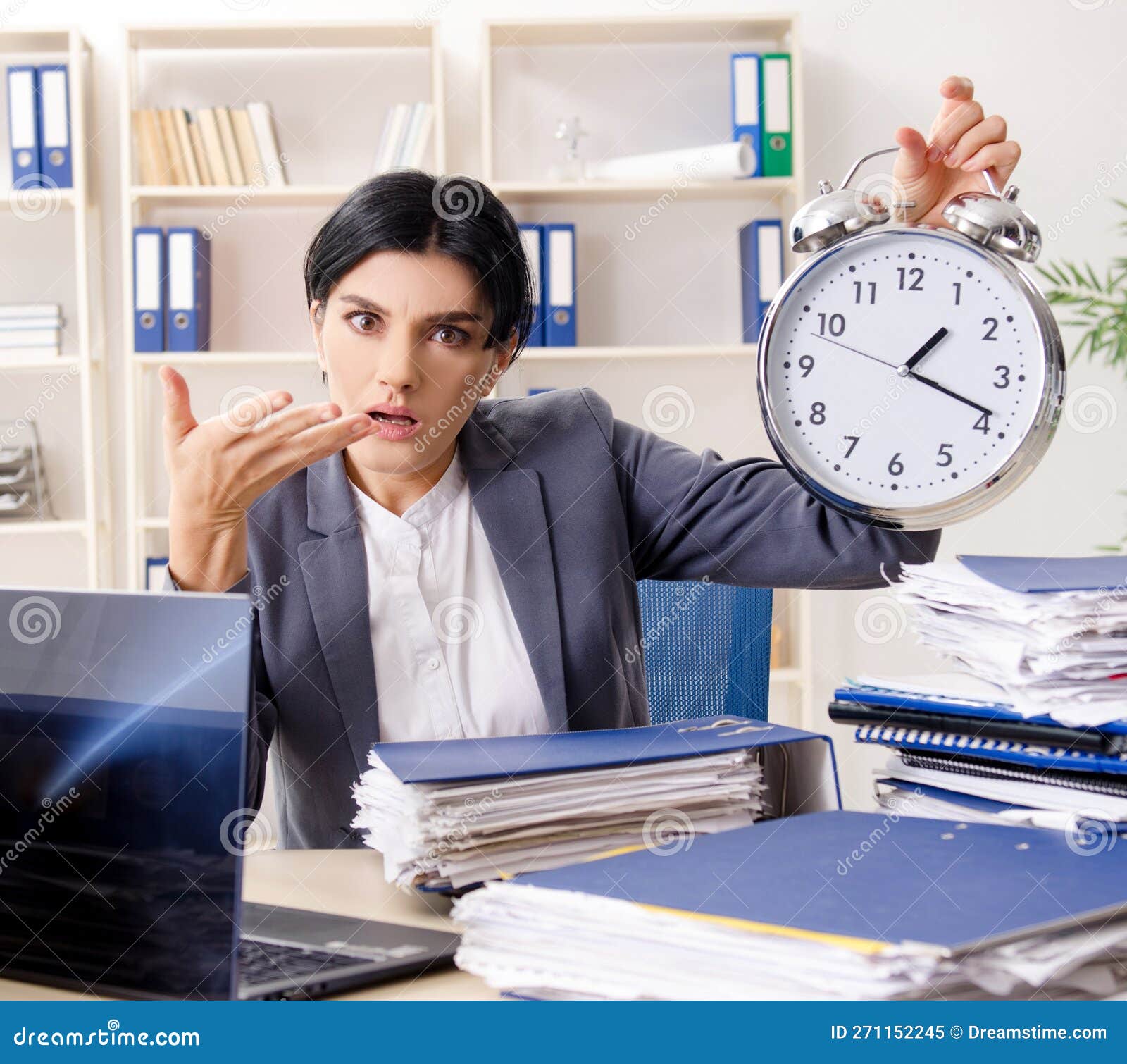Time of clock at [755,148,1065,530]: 1:18
